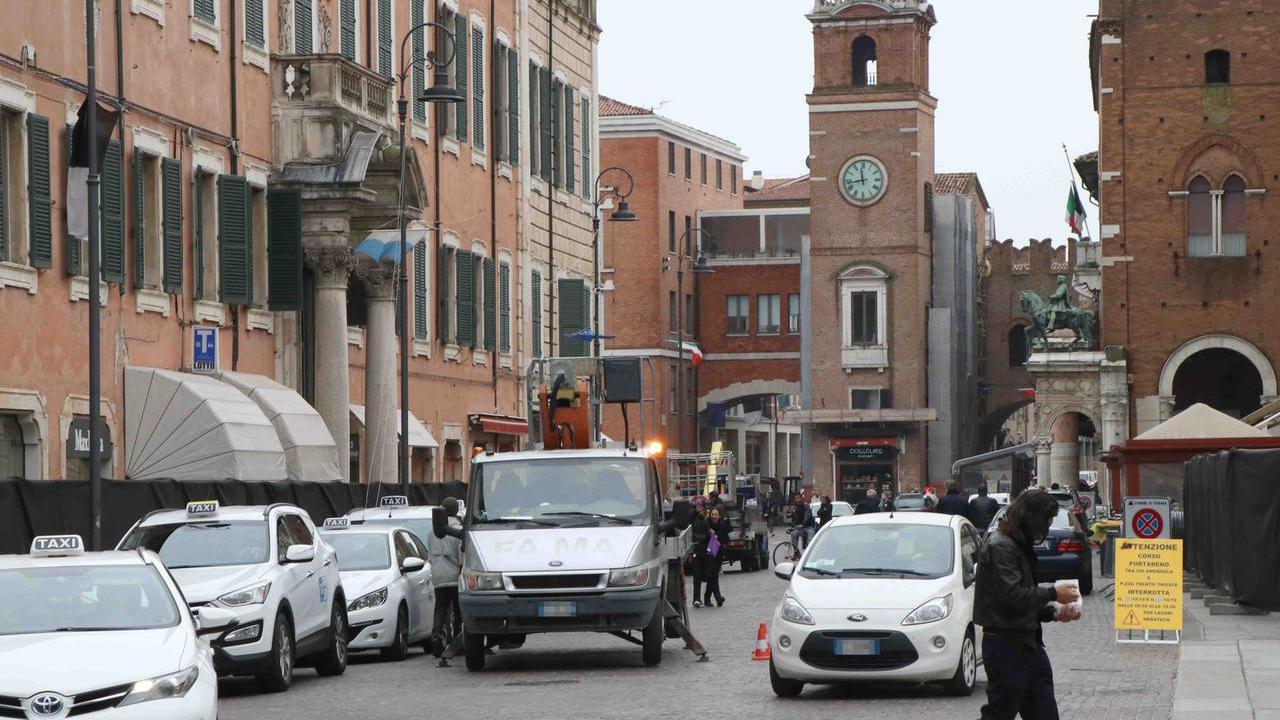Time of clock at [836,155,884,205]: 11:43
